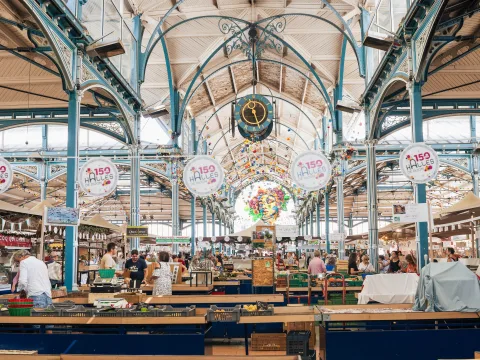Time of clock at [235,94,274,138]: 11:26
